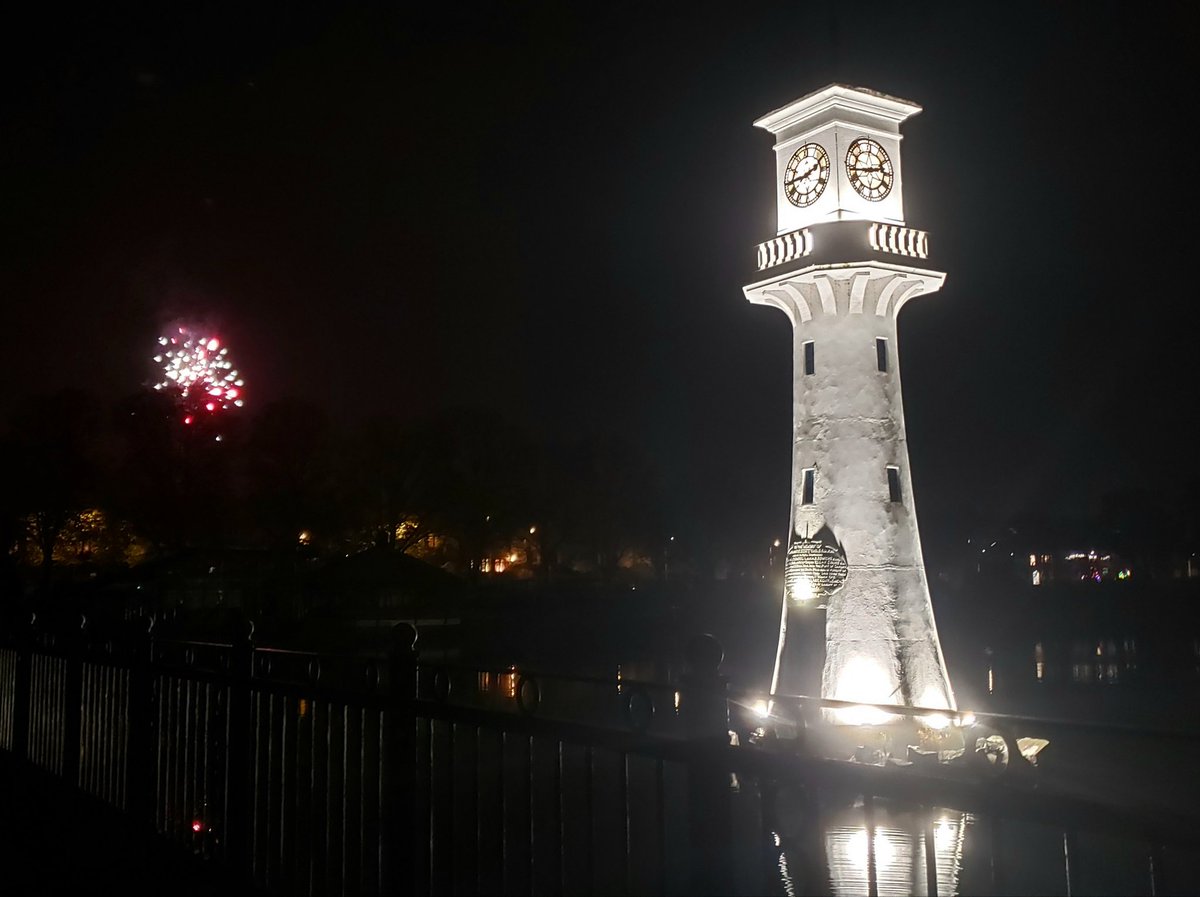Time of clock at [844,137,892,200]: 2:43
